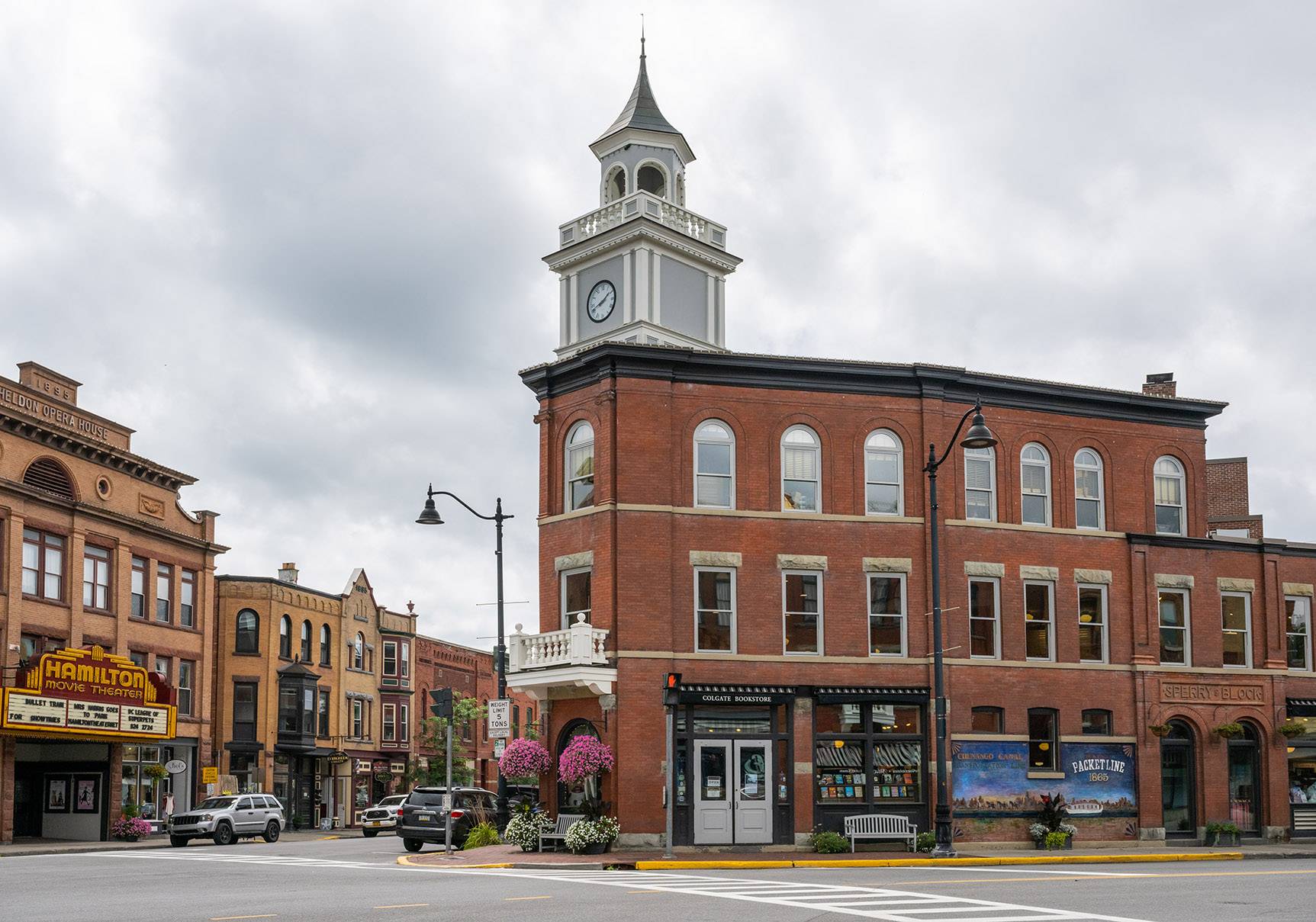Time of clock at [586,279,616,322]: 1:41
